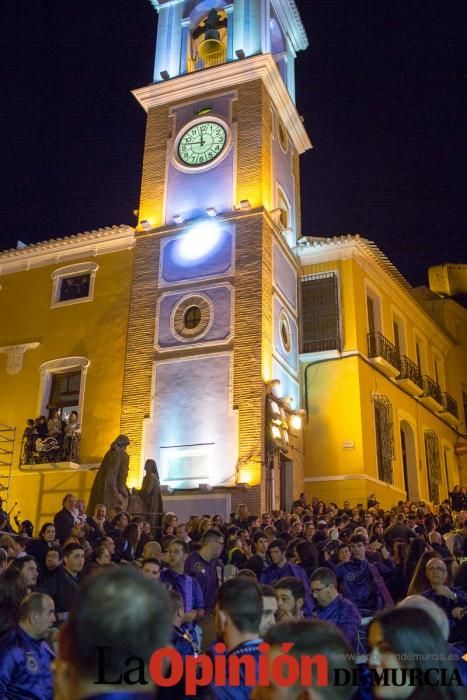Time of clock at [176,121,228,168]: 11:46
